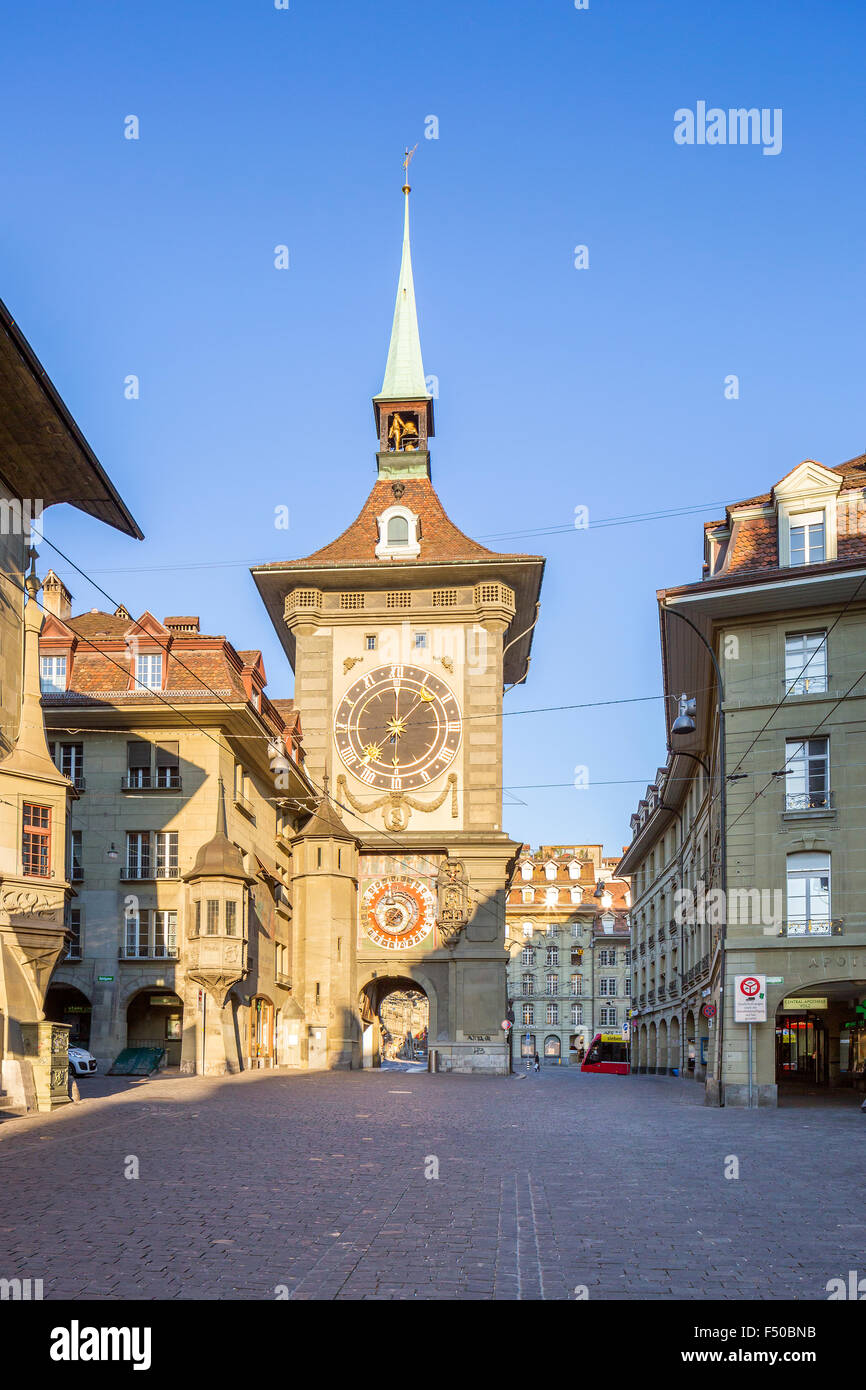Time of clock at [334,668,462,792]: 6:00
